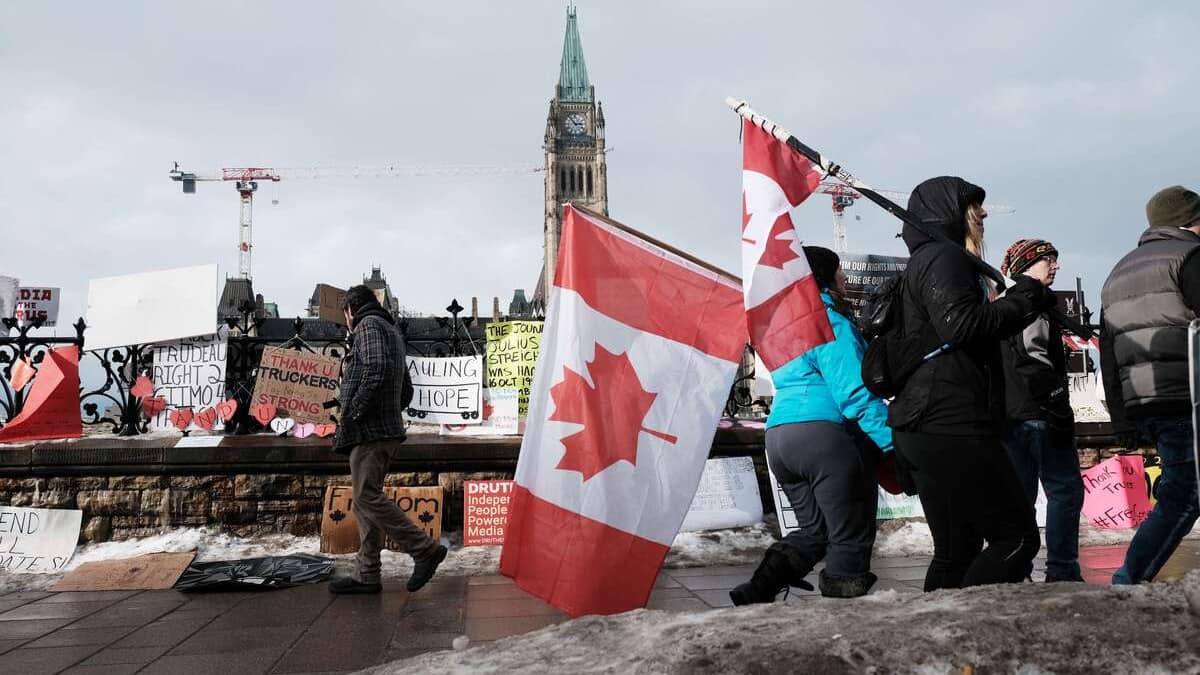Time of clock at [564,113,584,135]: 2:53
